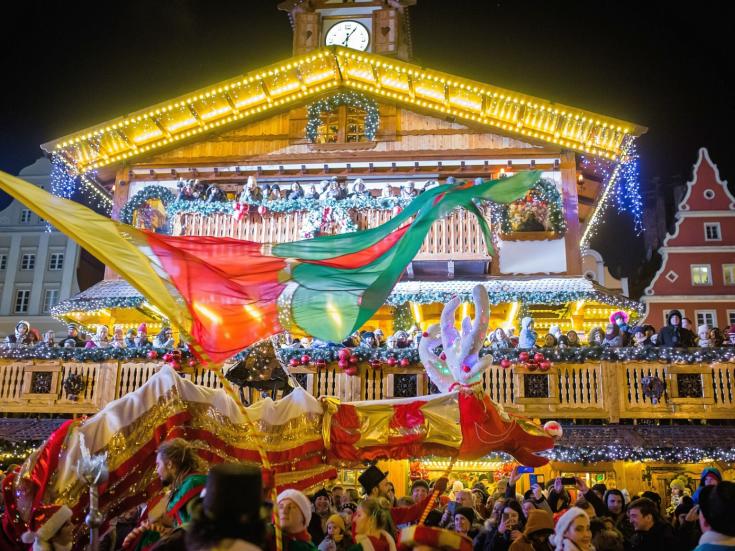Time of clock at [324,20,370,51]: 12:05
